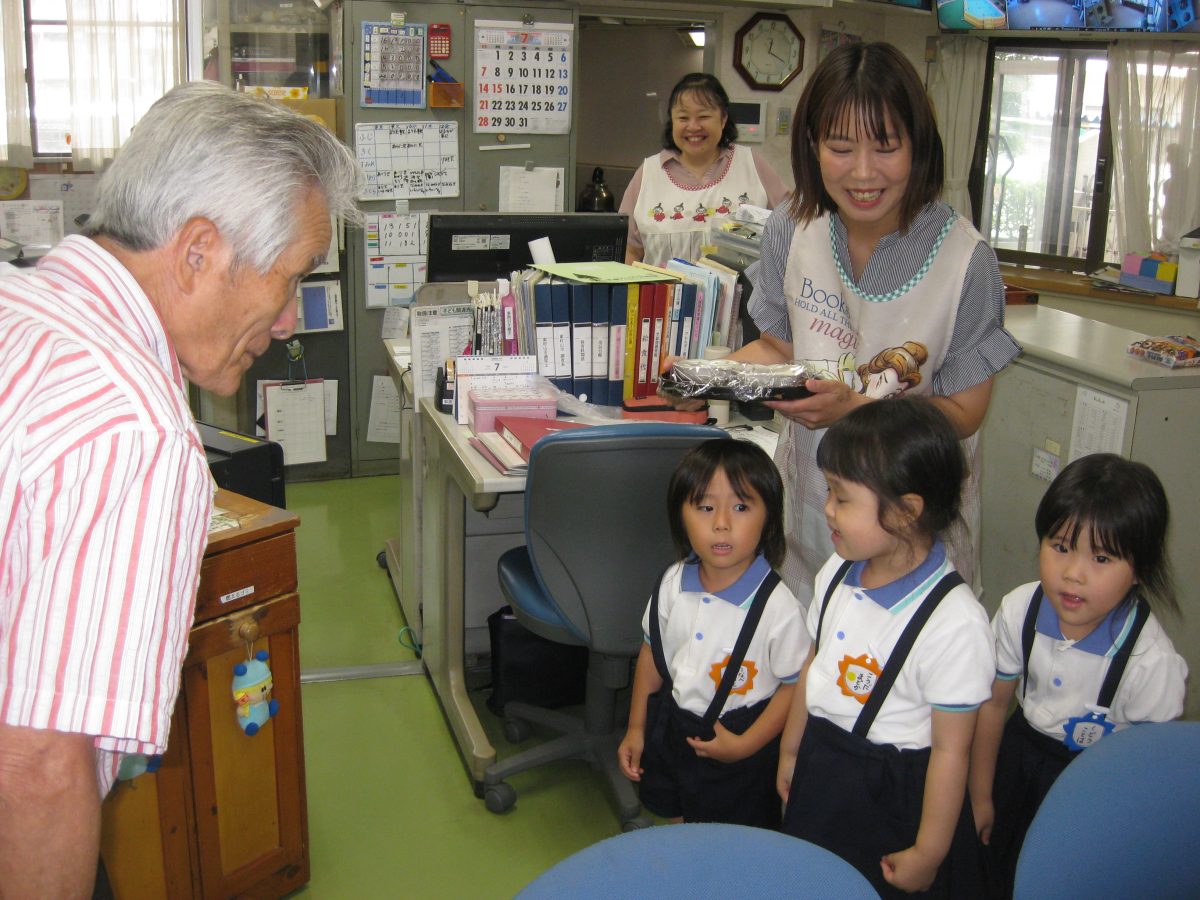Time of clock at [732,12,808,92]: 12:19
